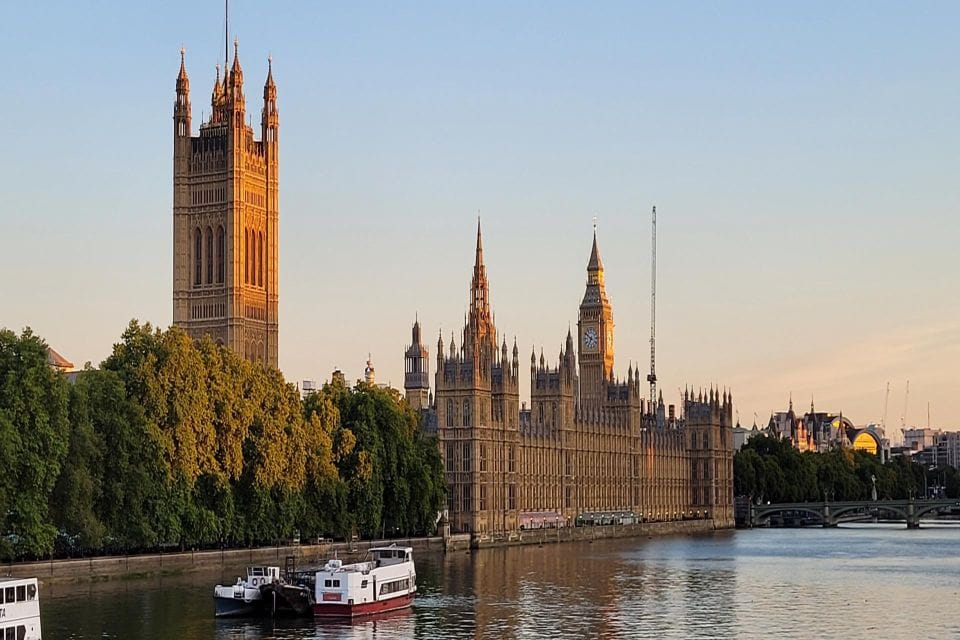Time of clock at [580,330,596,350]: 6:50
